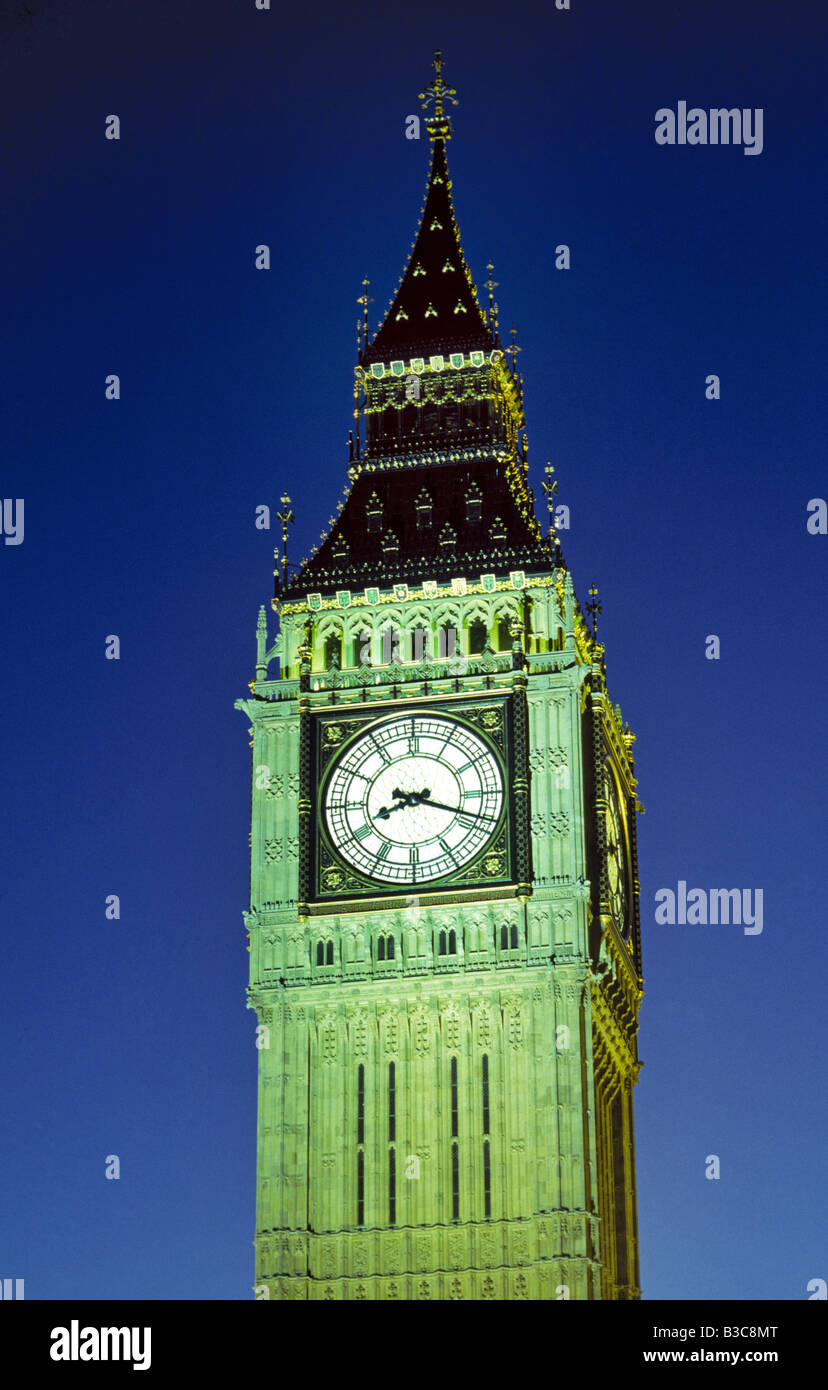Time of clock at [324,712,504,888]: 8:18
